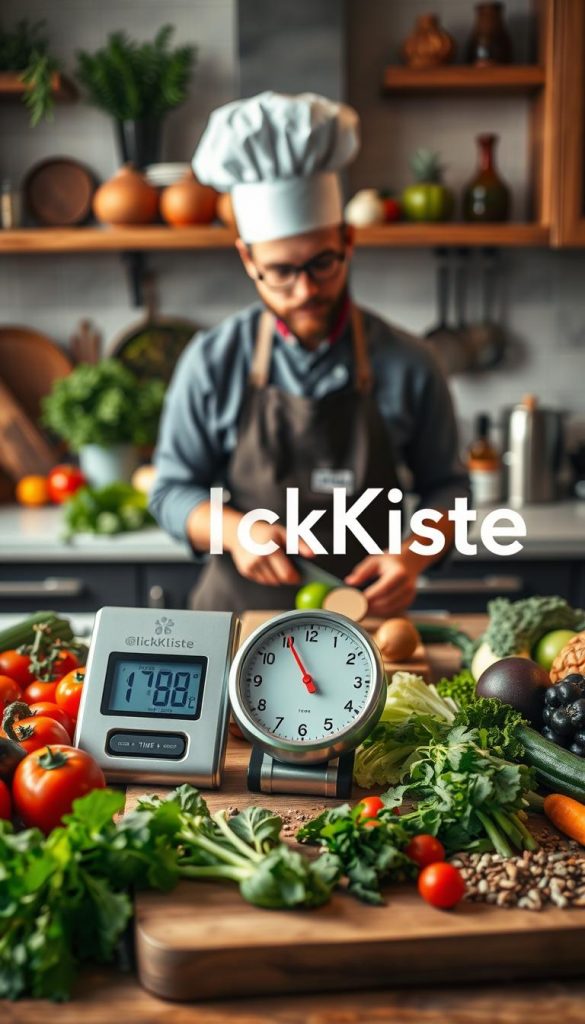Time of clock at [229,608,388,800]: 10:55
